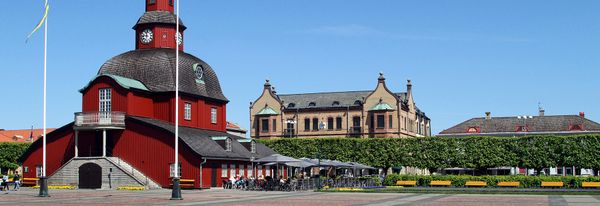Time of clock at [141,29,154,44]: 11:46
